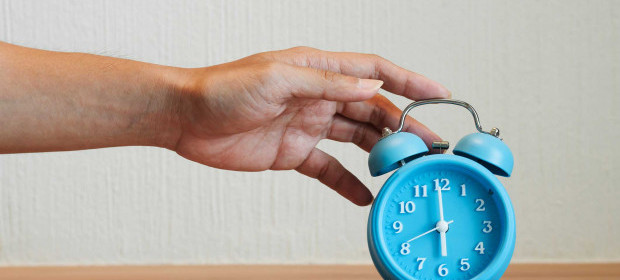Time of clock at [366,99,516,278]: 5:59
